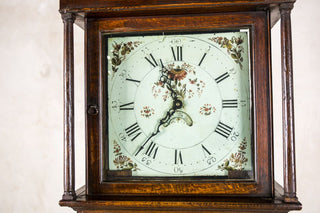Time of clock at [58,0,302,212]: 11:36
